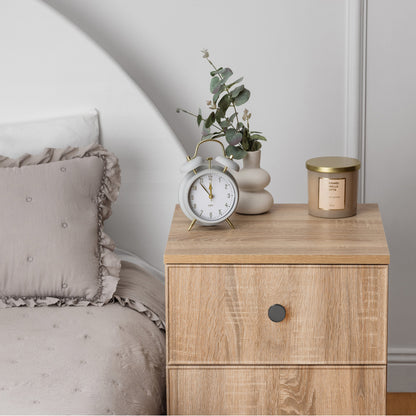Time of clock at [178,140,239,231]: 11:53
